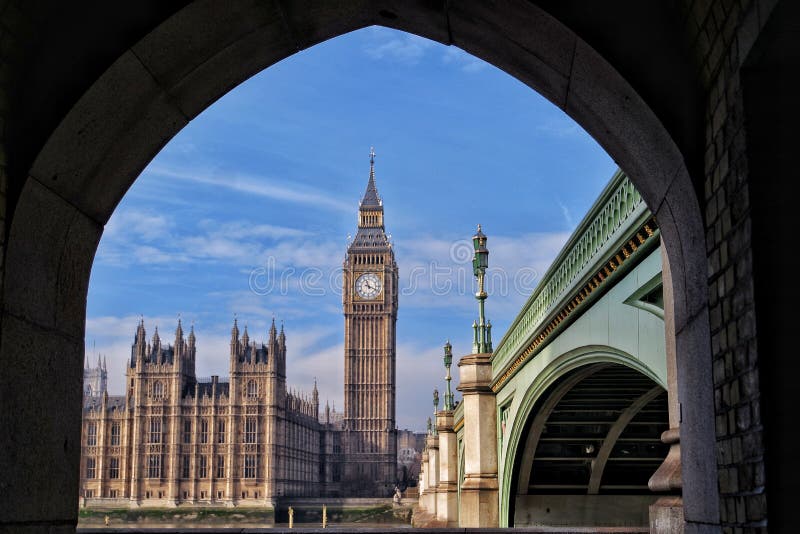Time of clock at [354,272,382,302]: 11:18
